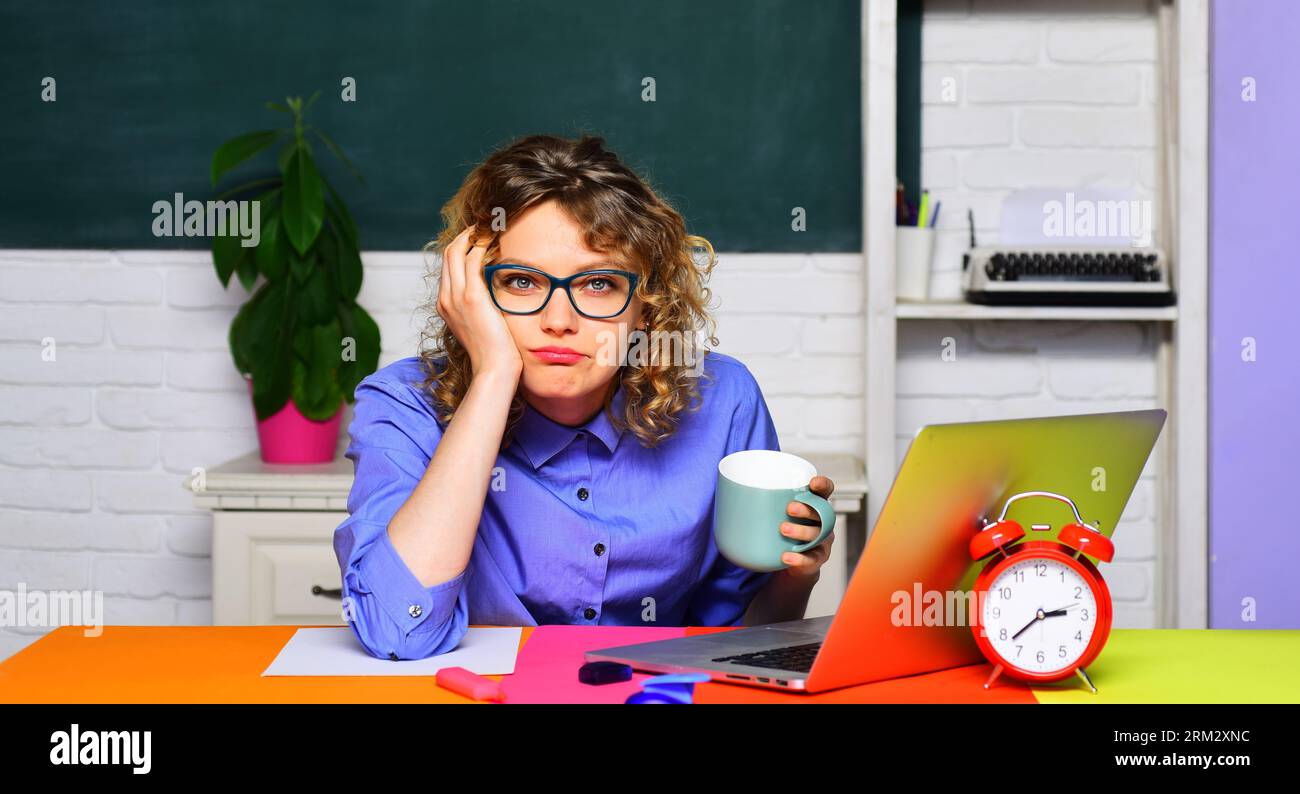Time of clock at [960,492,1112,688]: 2:38
